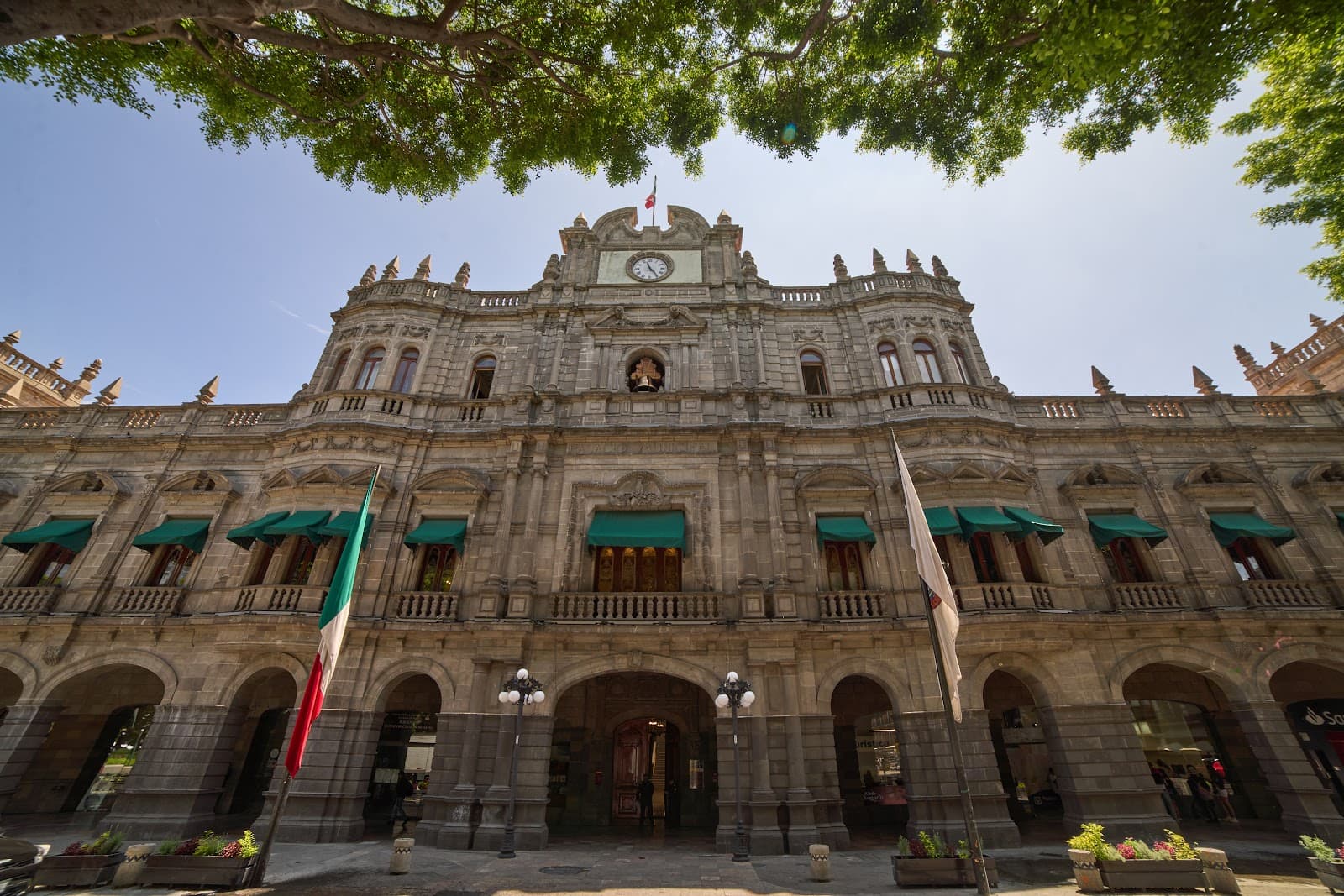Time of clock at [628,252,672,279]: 11:24
